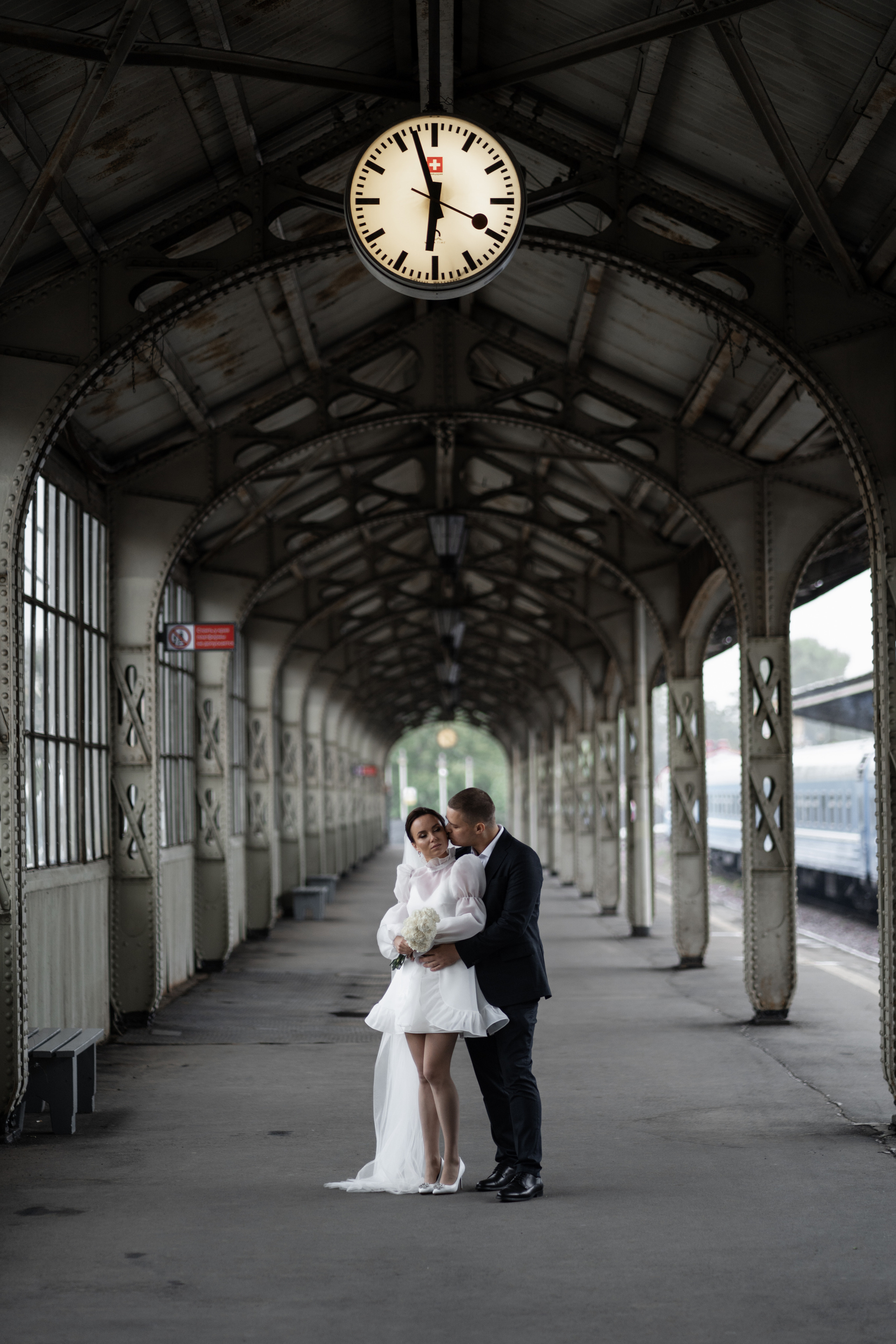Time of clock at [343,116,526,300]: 5:57
